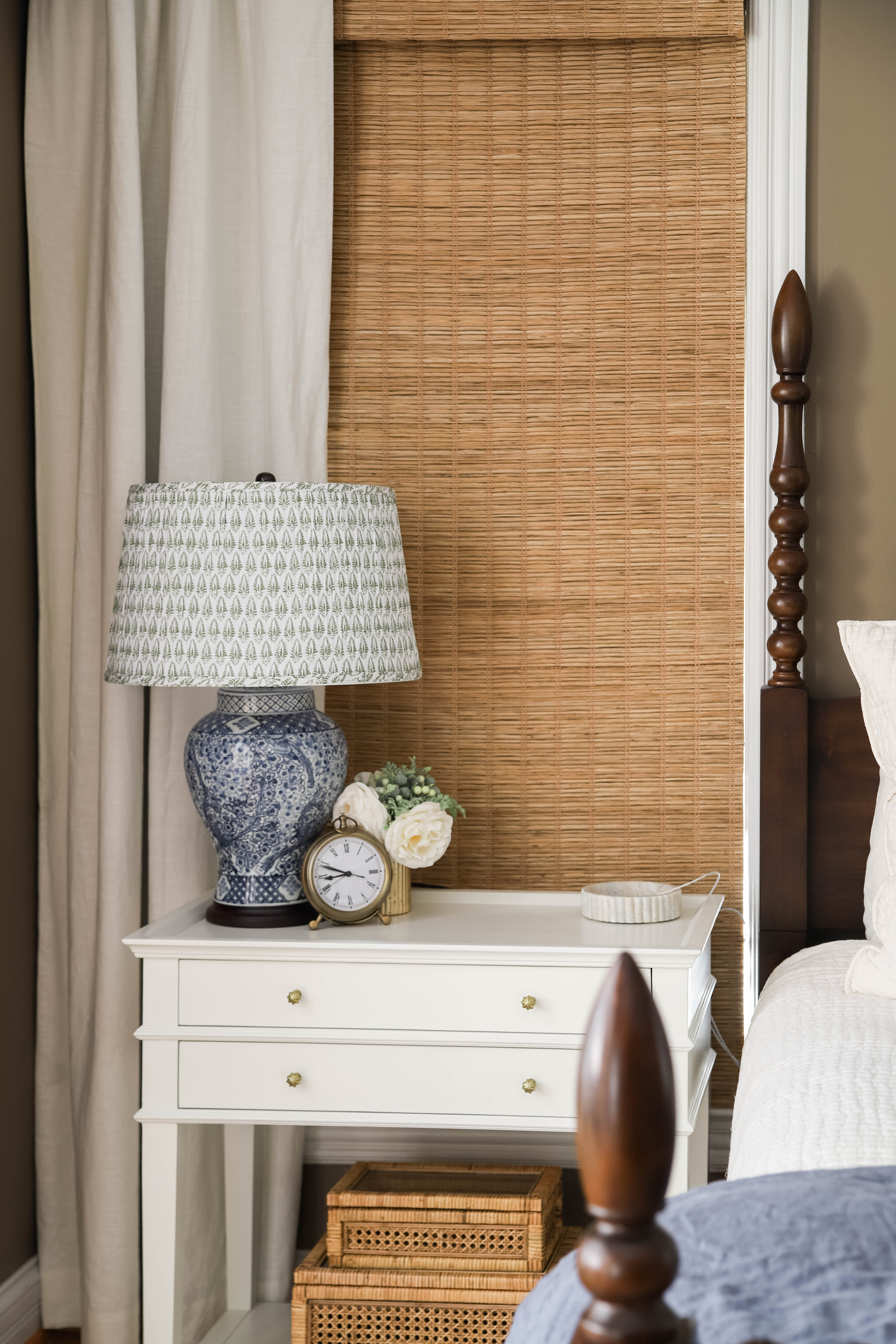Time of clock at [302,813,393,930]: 8:48
